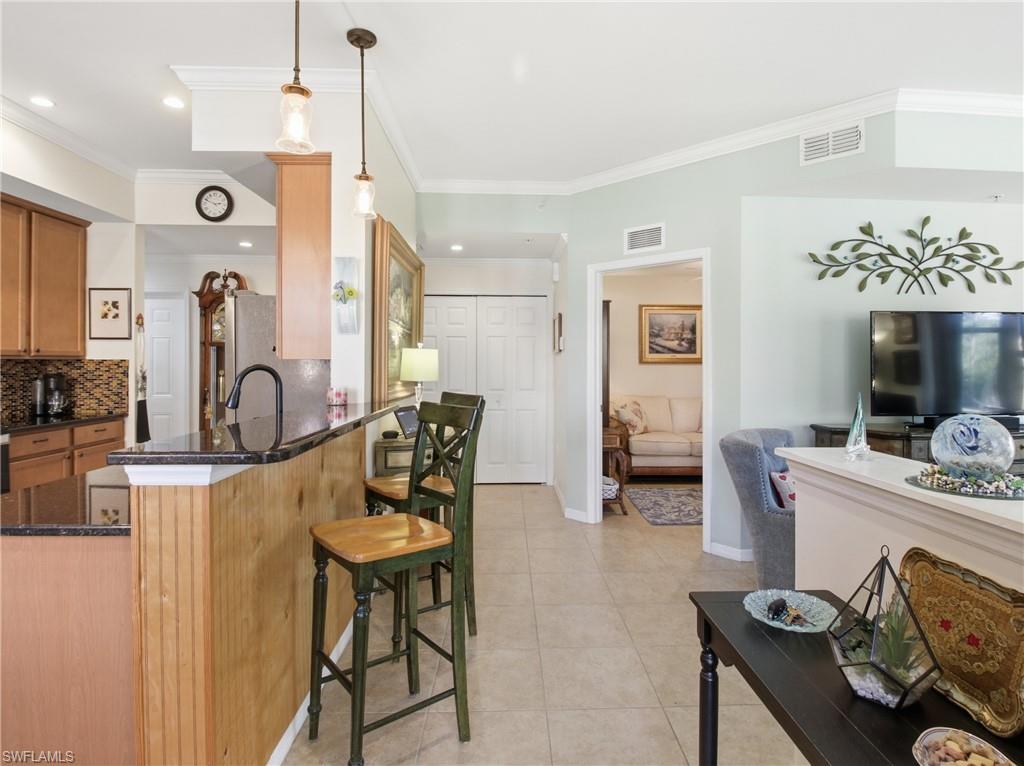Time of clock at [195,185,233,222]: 2:48
